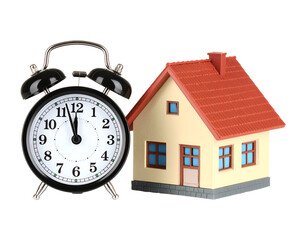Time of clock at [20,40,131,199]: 11:57
